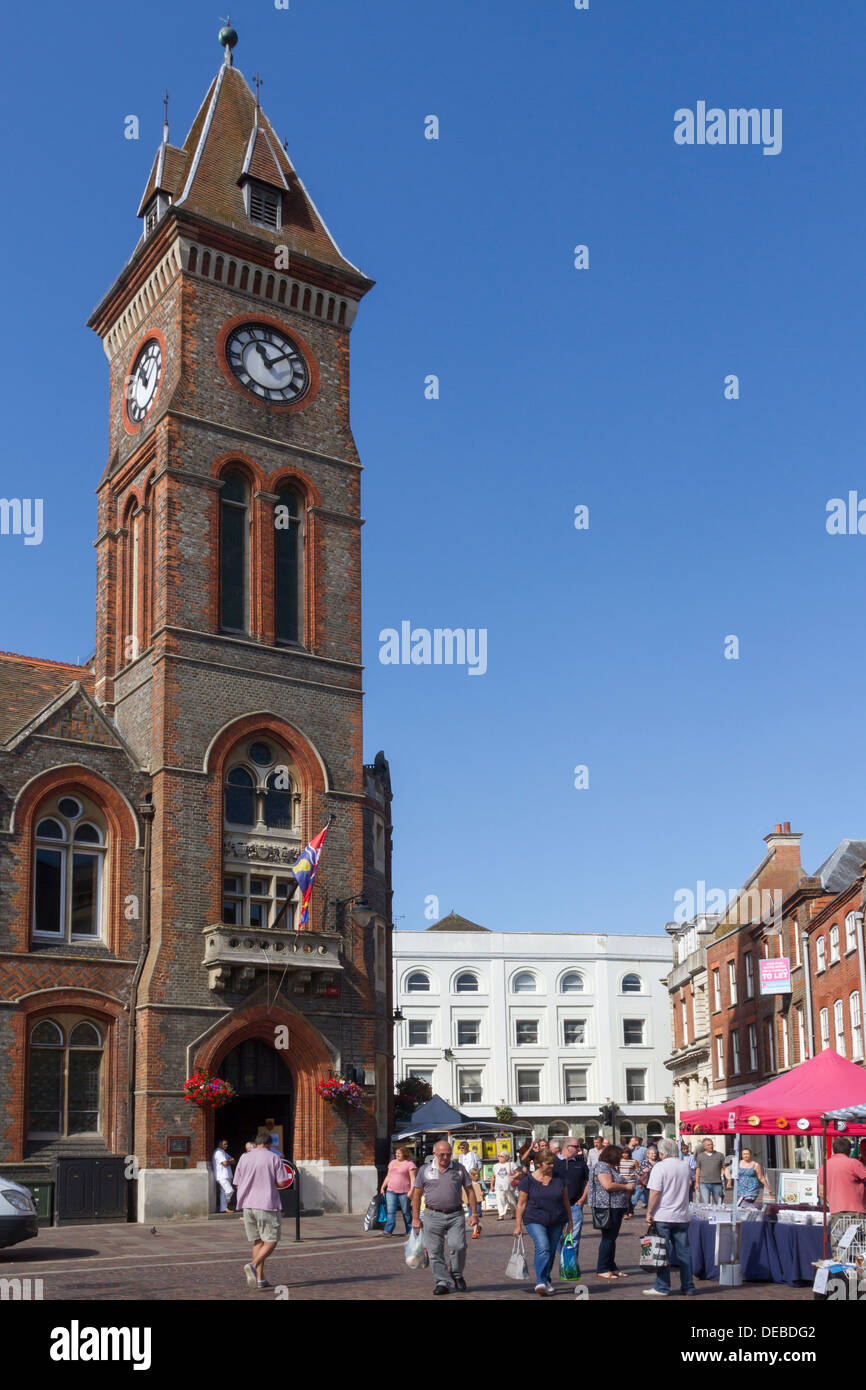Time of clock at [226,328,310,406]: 11:08
